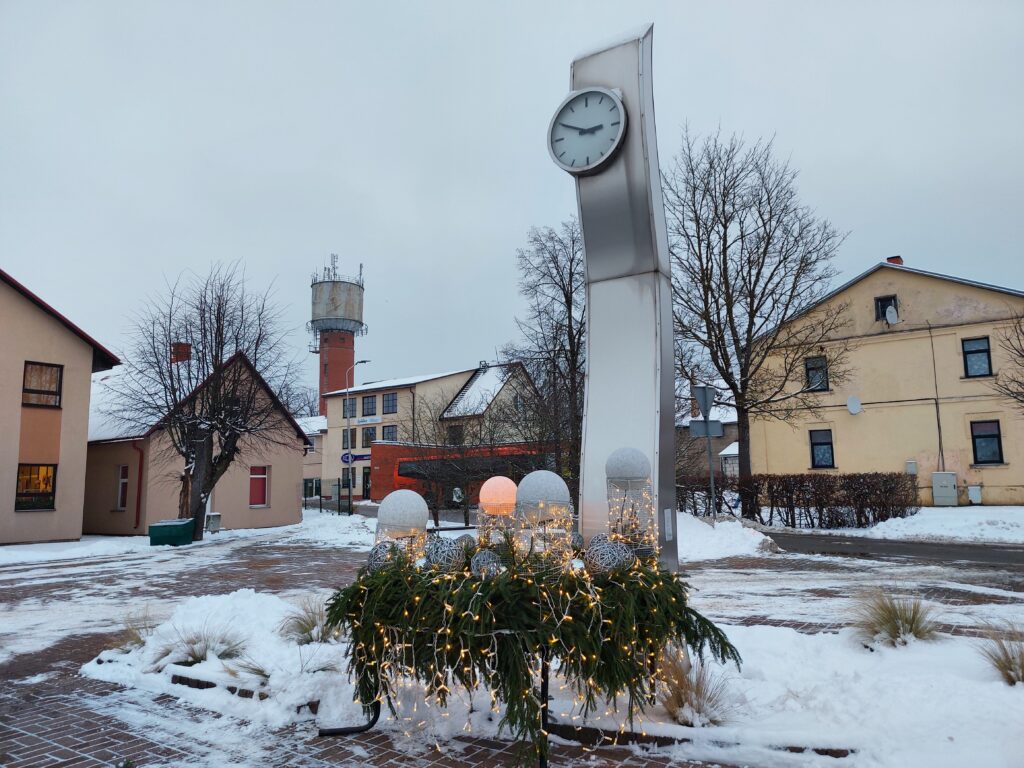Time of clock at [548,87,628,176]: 2:49
